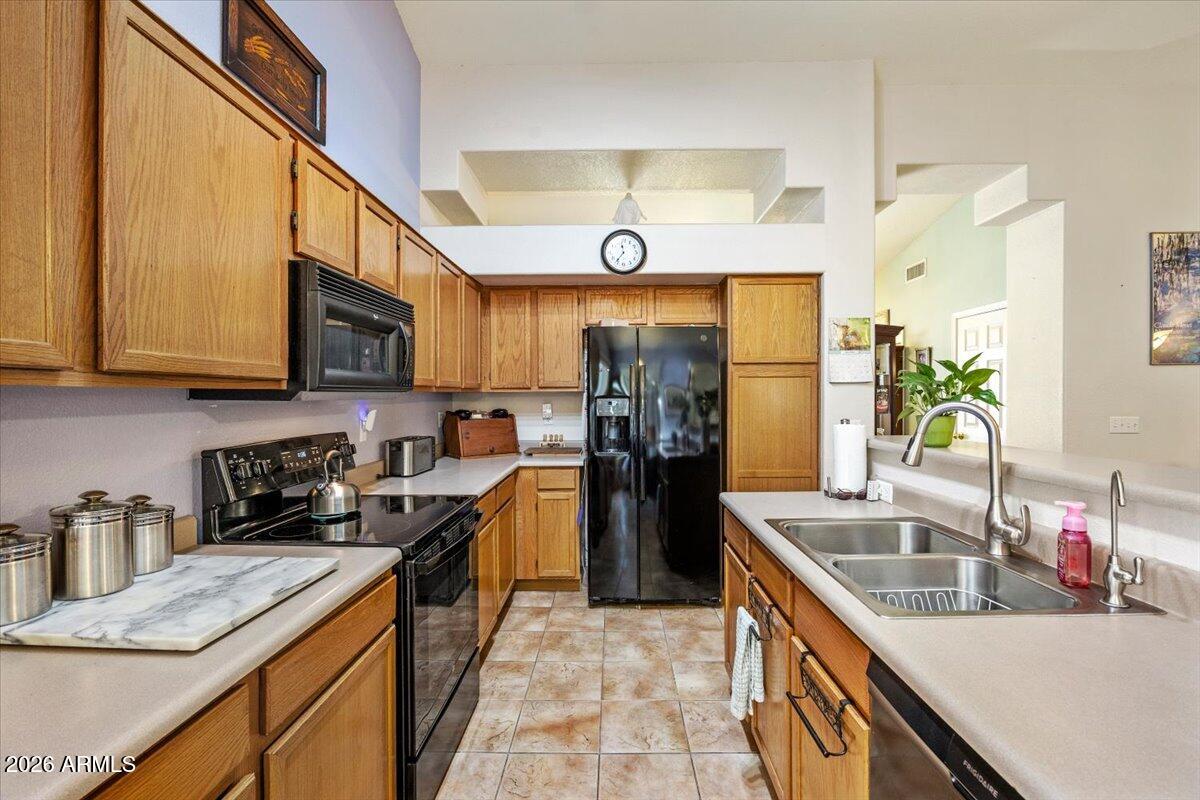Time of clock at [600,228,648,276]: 11:36
